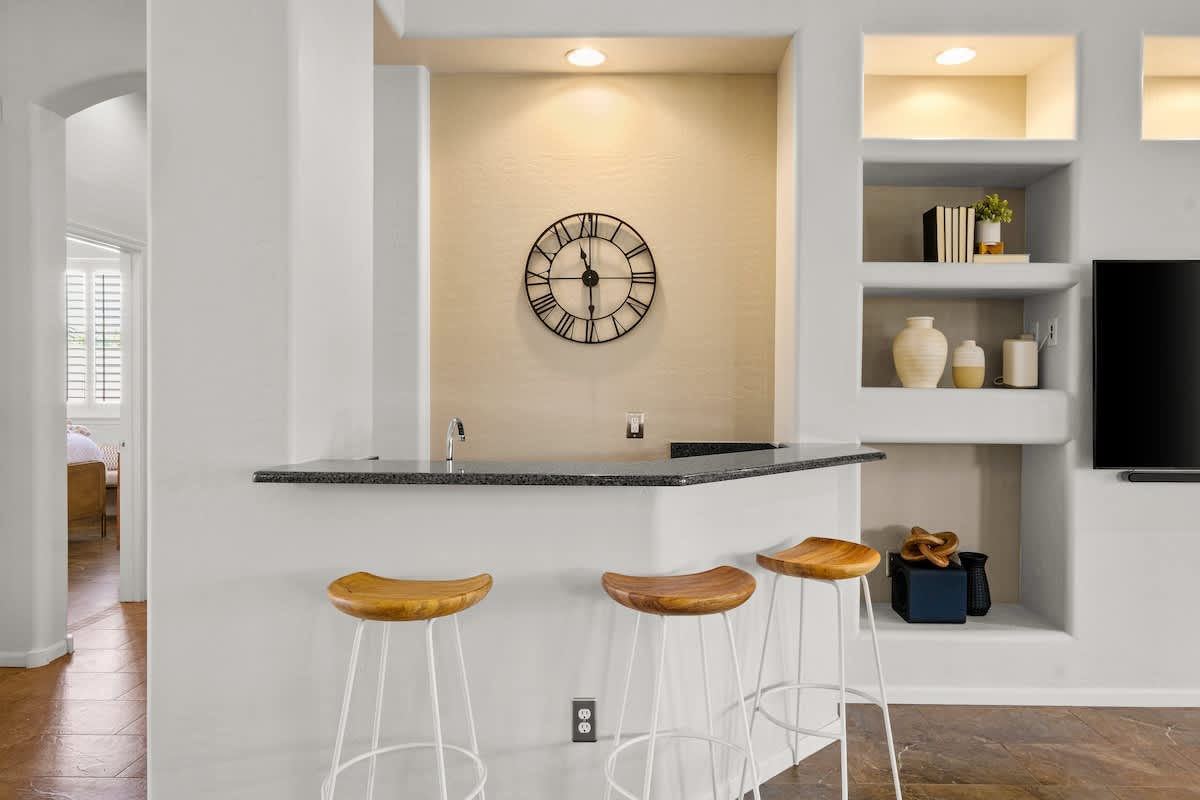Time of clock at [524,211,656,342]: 11:29
